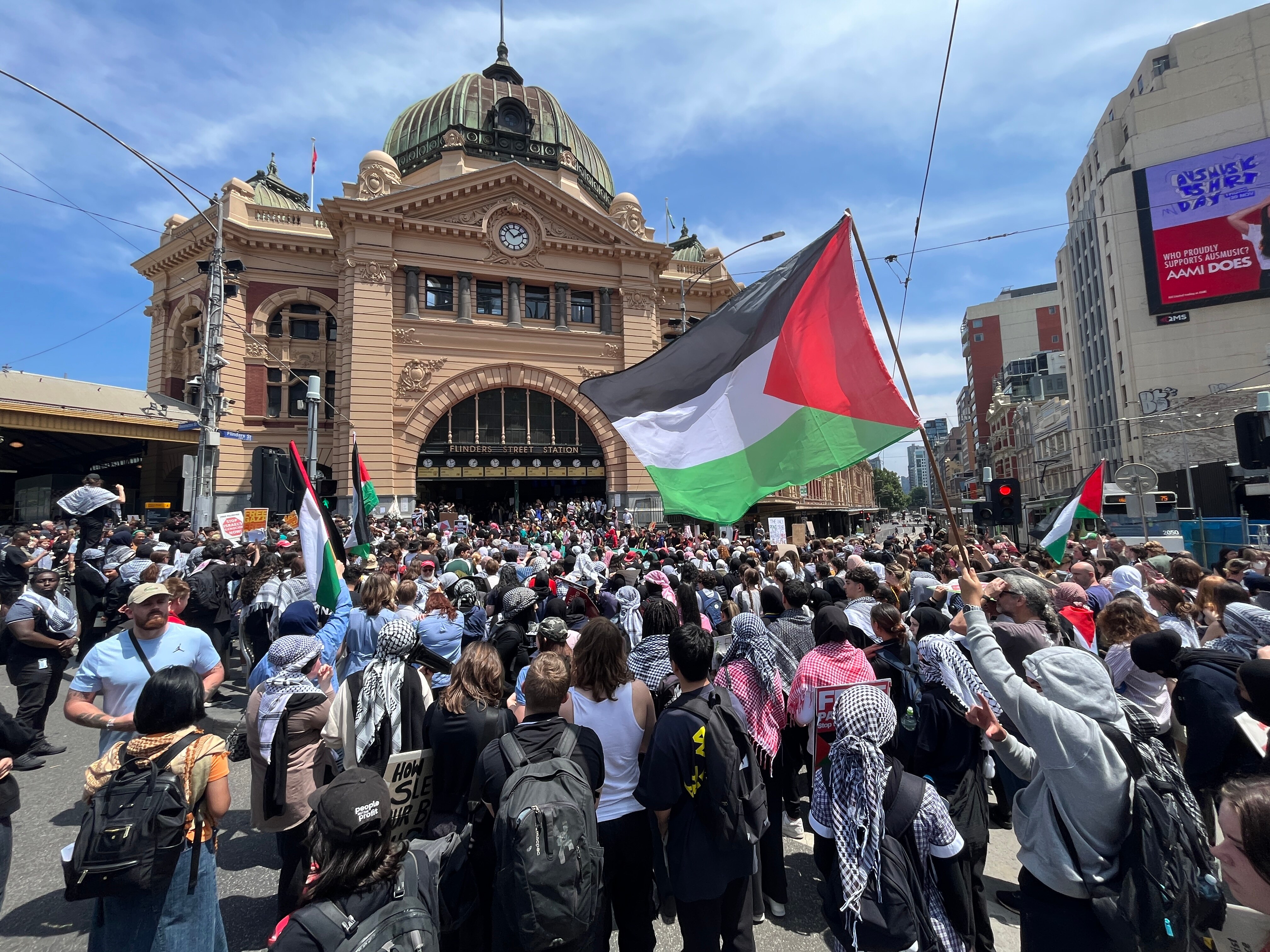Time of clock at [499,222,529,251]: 1:52
